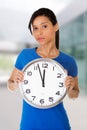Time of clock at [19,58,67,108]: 11:56
